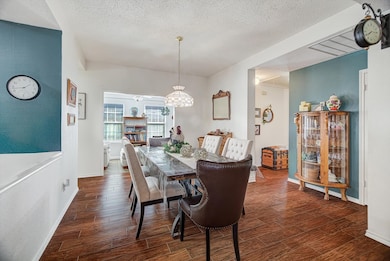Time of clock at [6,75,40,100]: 1:42
